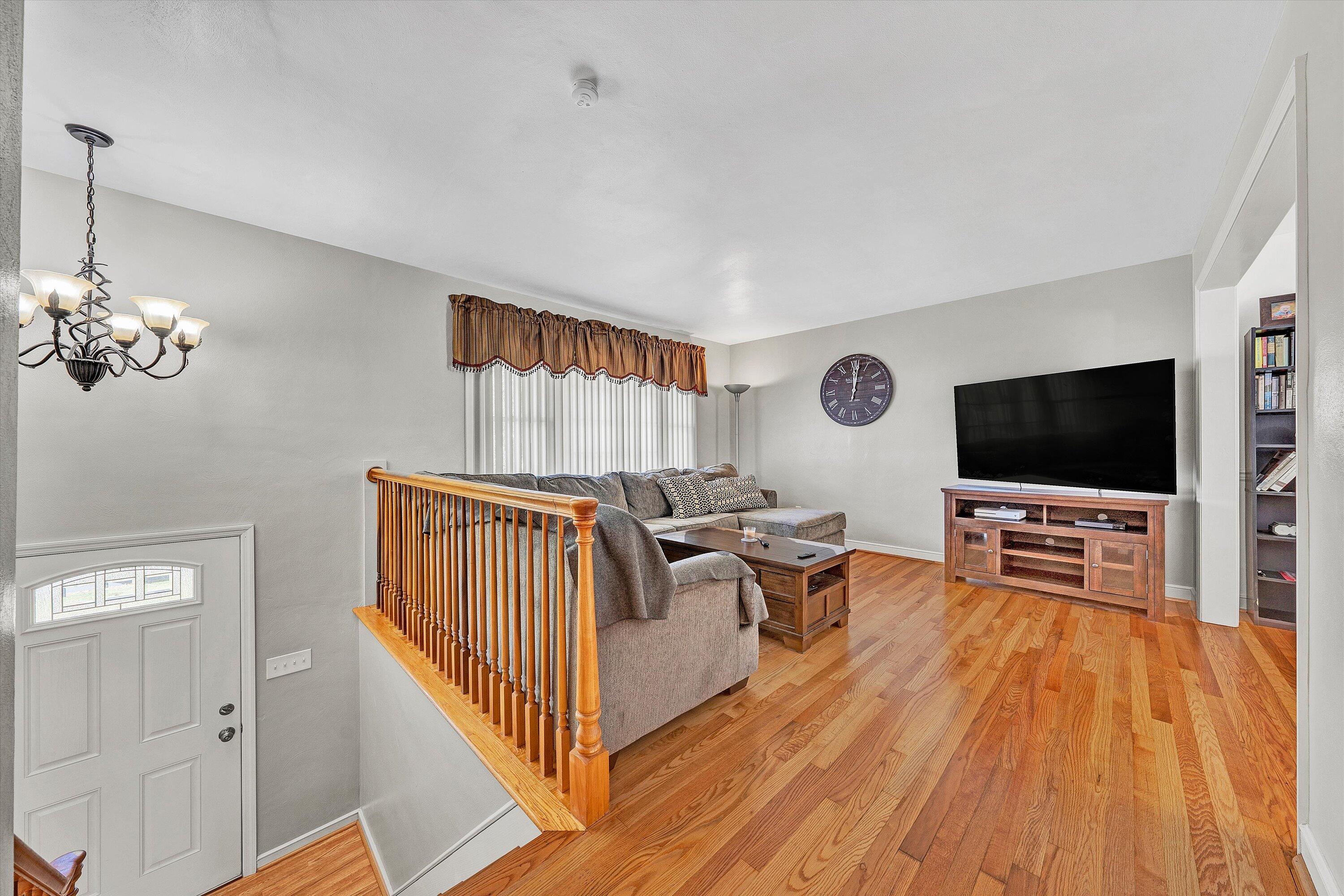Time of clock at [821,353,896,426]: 12:01
